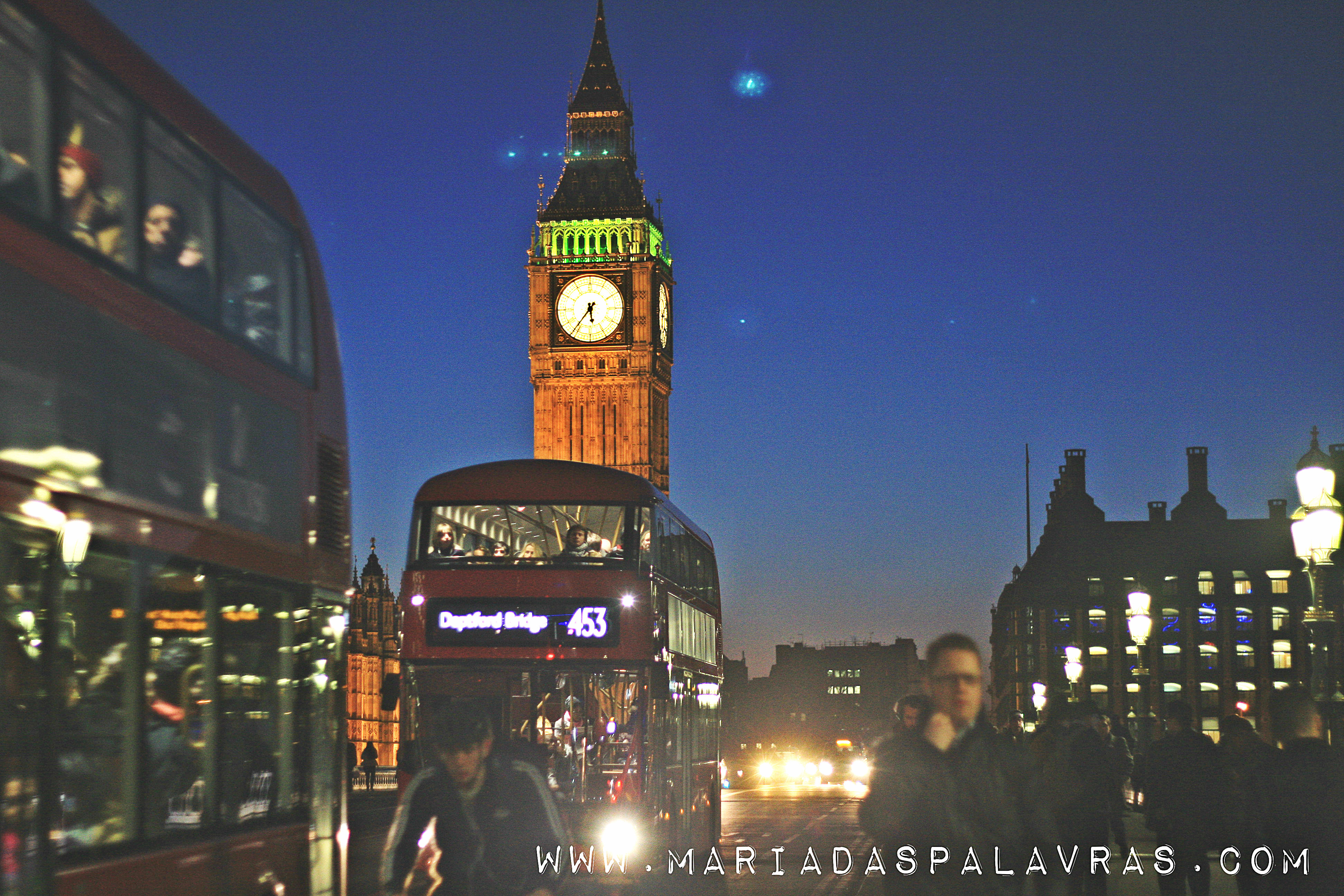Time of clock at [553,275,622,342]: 5:36
